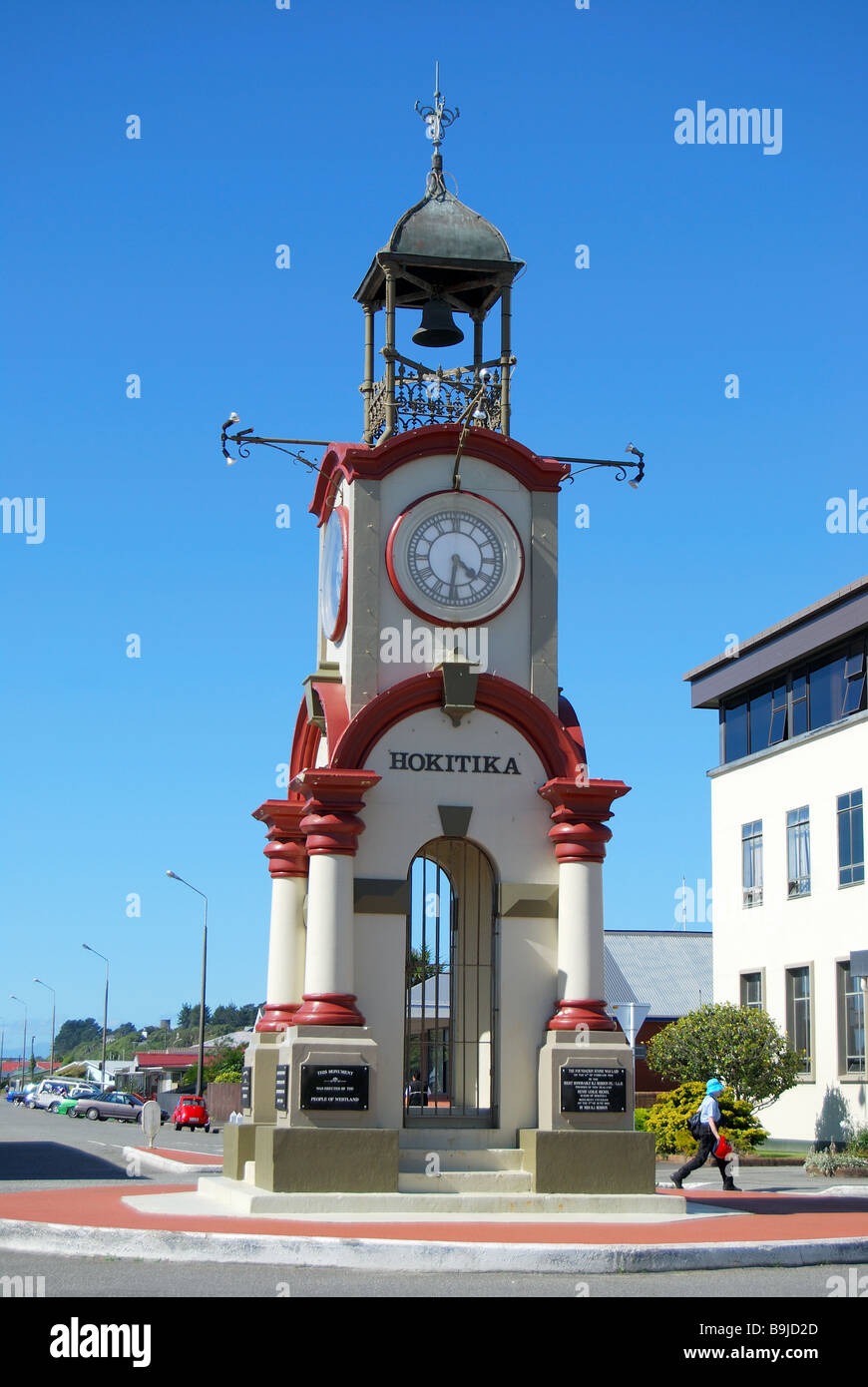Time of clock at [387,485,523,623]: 4:31
